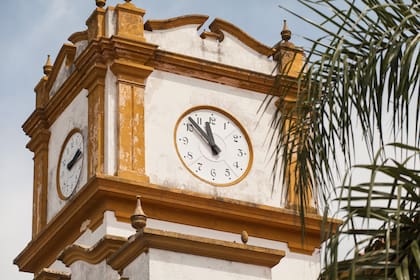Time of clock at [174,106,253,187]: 11:52
